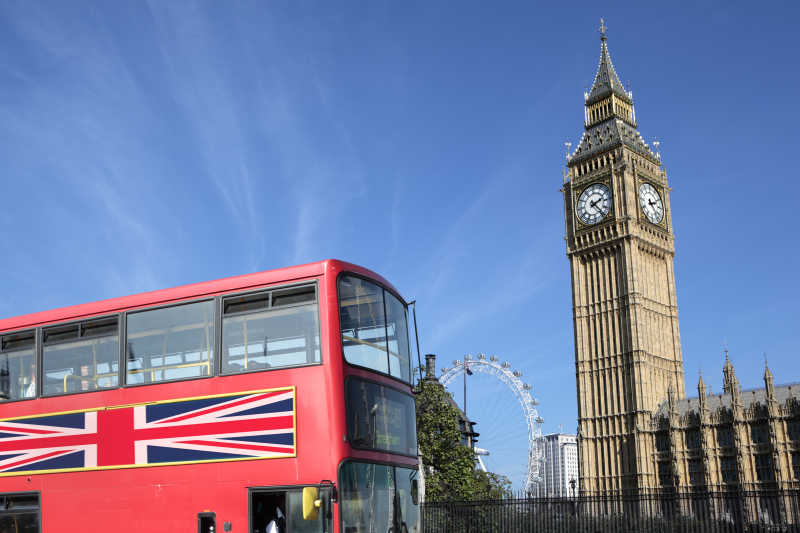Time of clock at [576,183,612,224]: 2:23
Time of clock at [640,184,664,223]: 2:23
